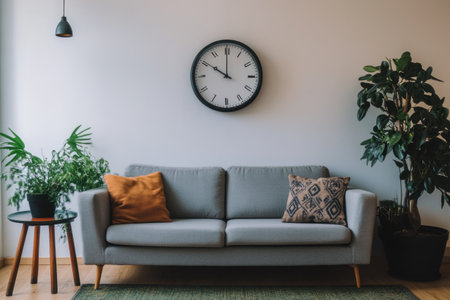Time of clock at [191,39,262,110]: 9:59
